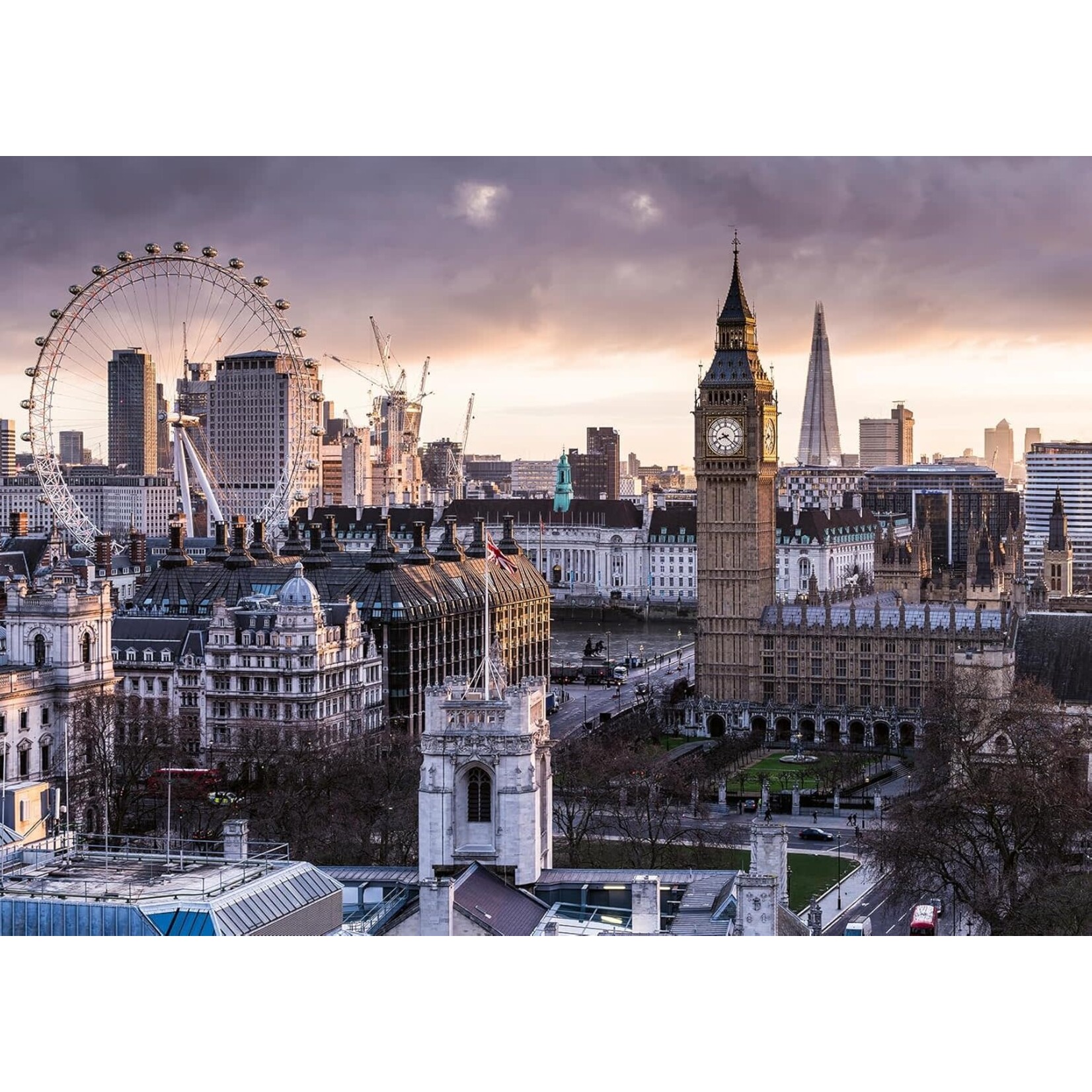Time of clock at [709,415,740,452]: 8:21
